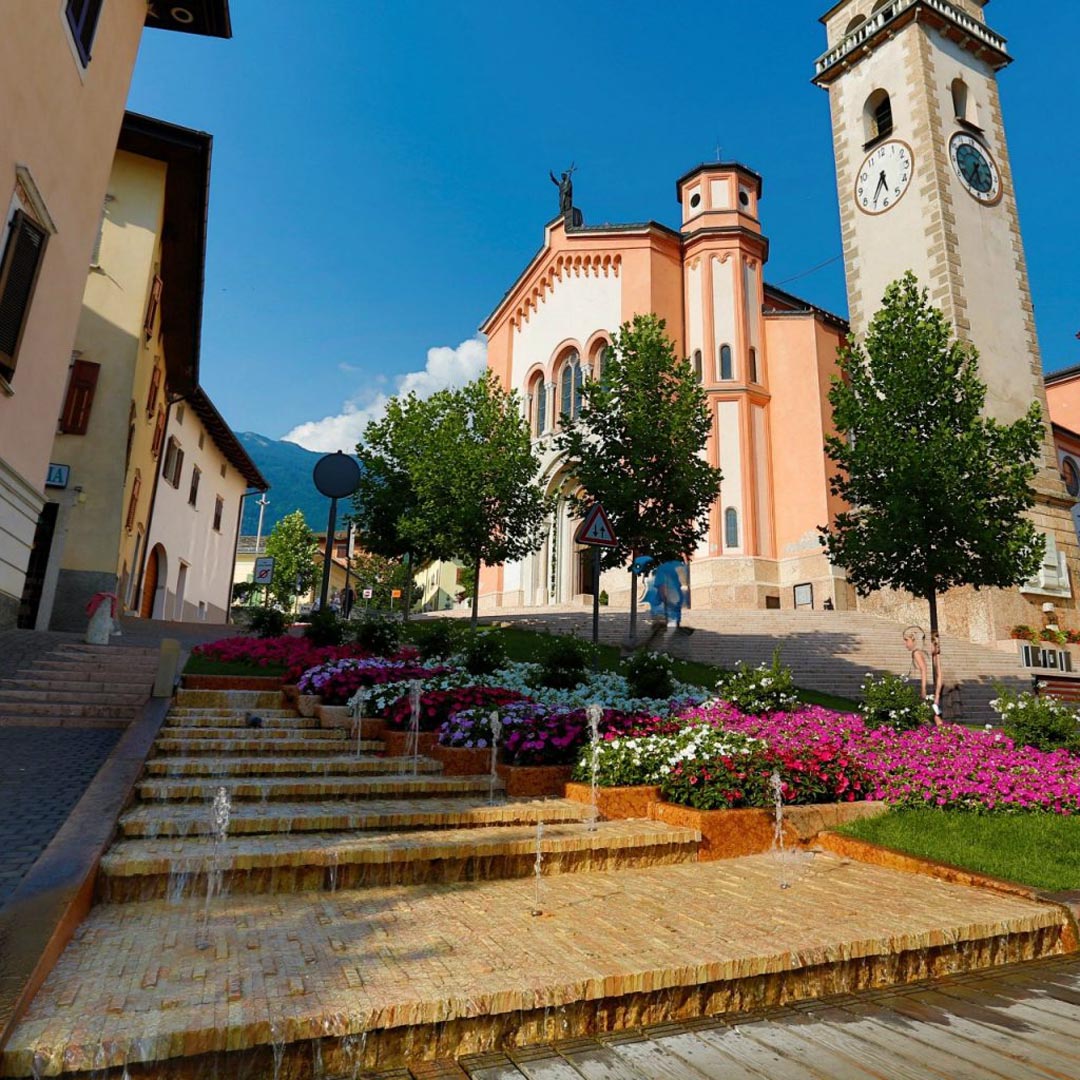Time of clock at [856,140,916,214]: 5:35
